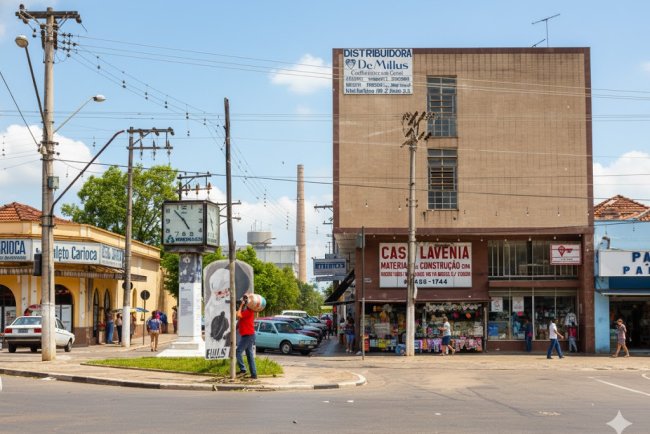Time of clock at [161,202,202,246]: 4:52
